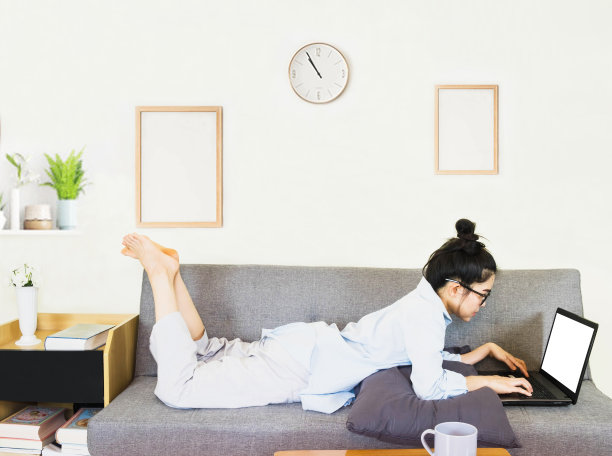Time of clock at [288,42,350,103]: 10:55
